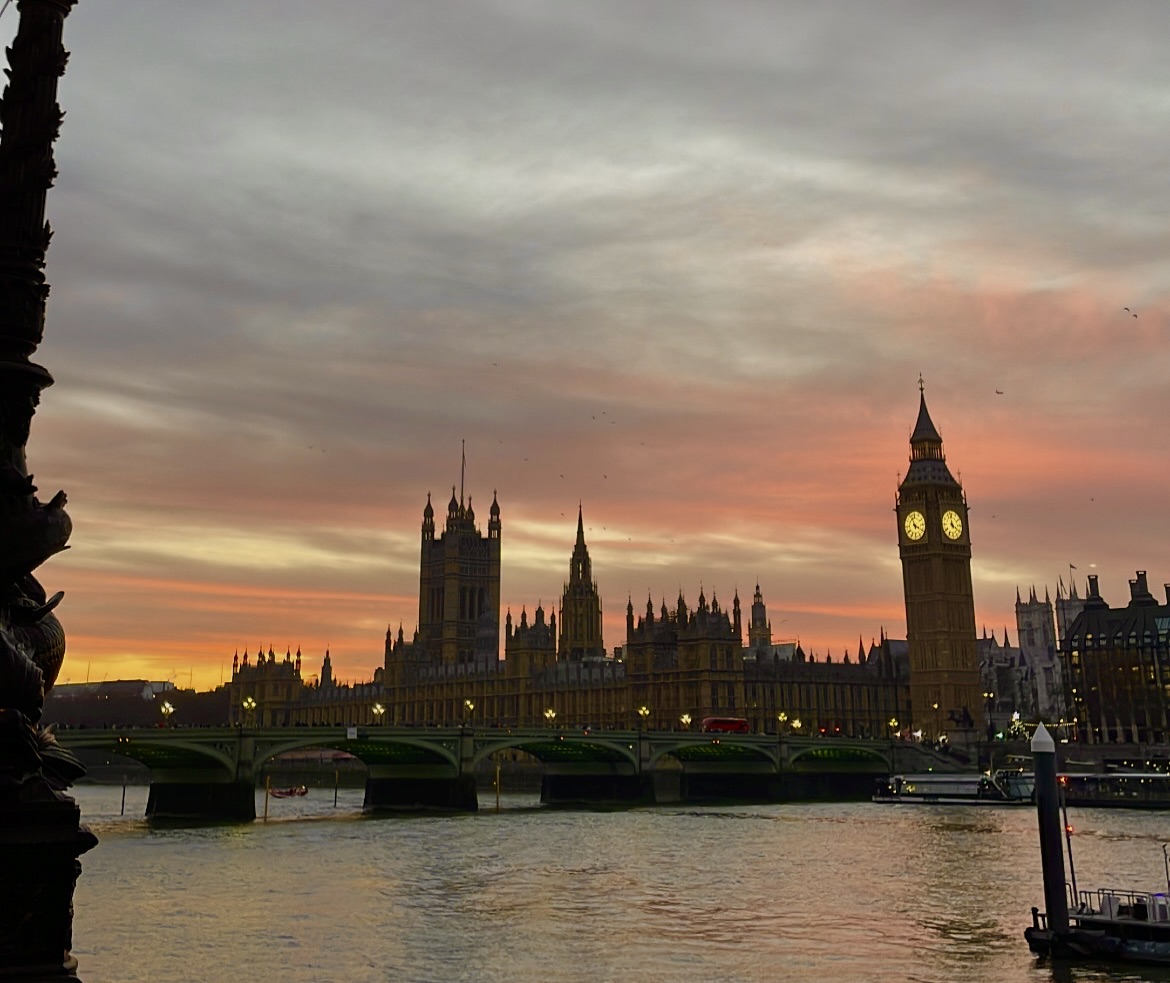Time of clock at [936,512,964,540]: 3:58
